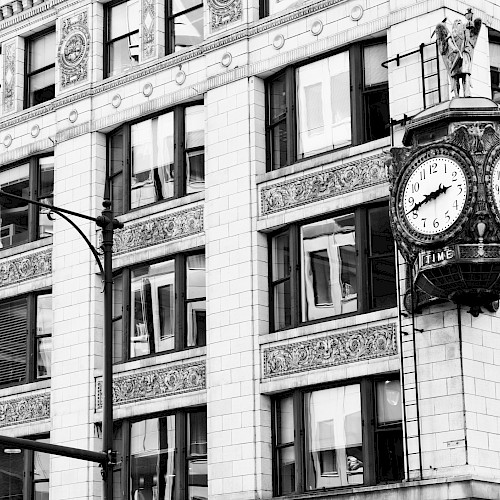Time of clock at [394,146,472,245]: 2:41
